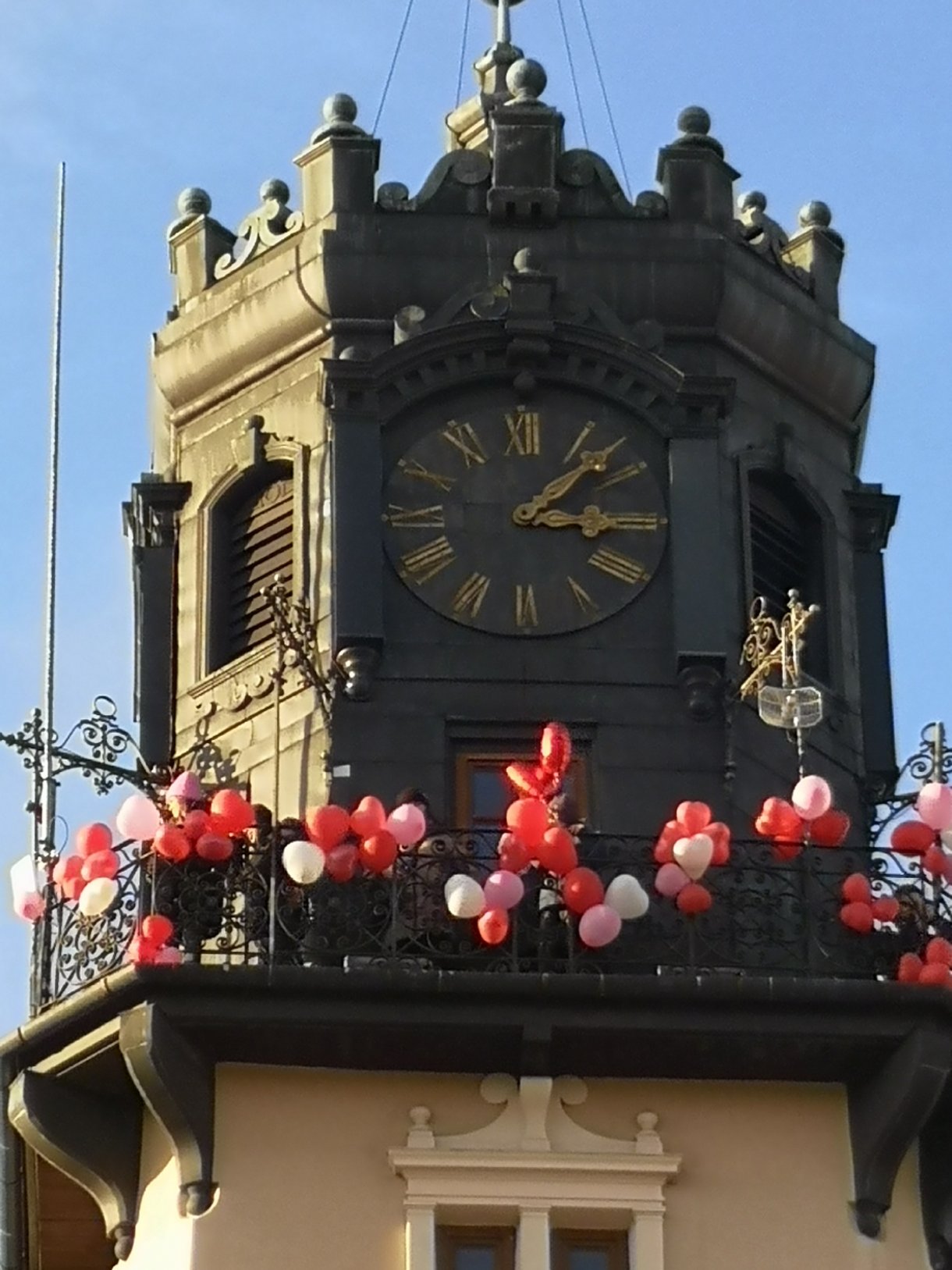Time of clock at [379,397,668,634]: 3:07
